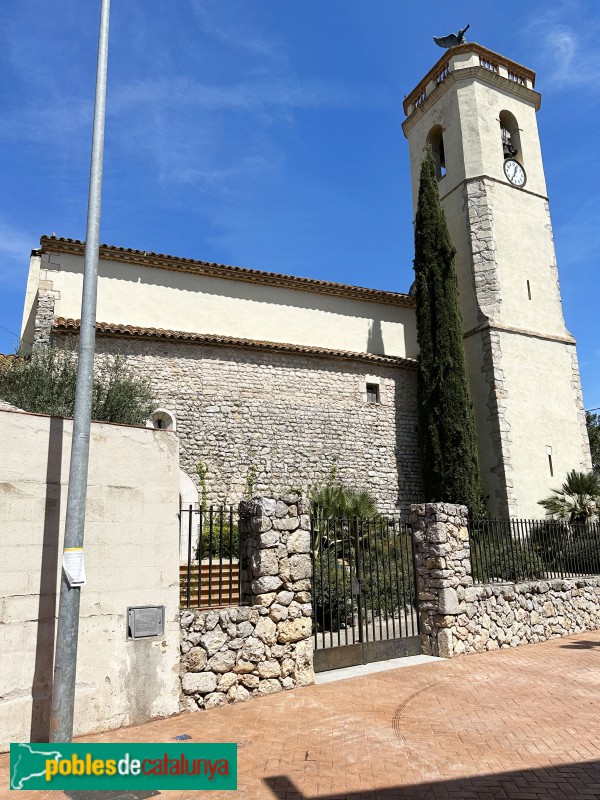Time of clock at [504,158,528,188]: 12:34
